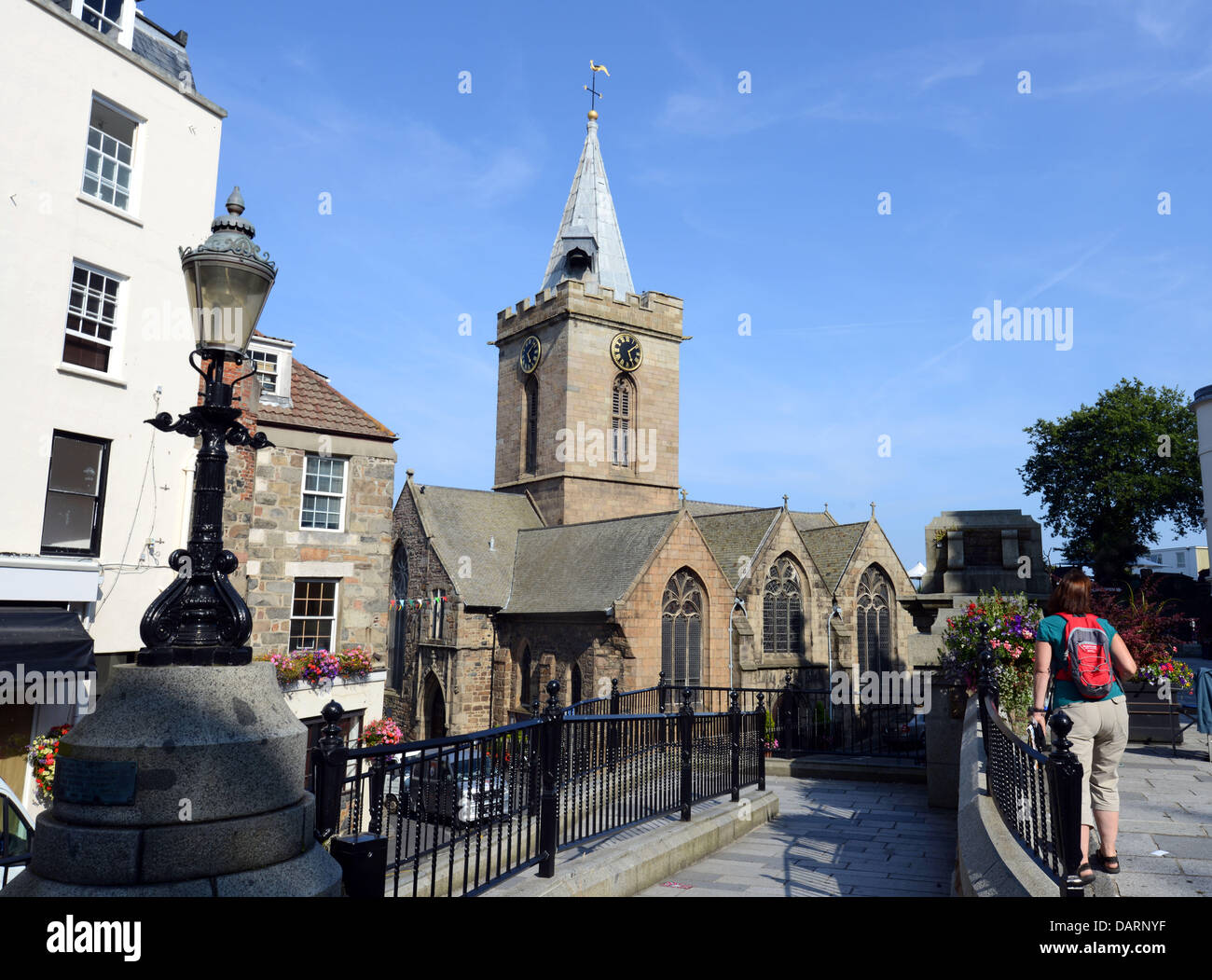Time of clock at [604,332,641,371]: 1:26
